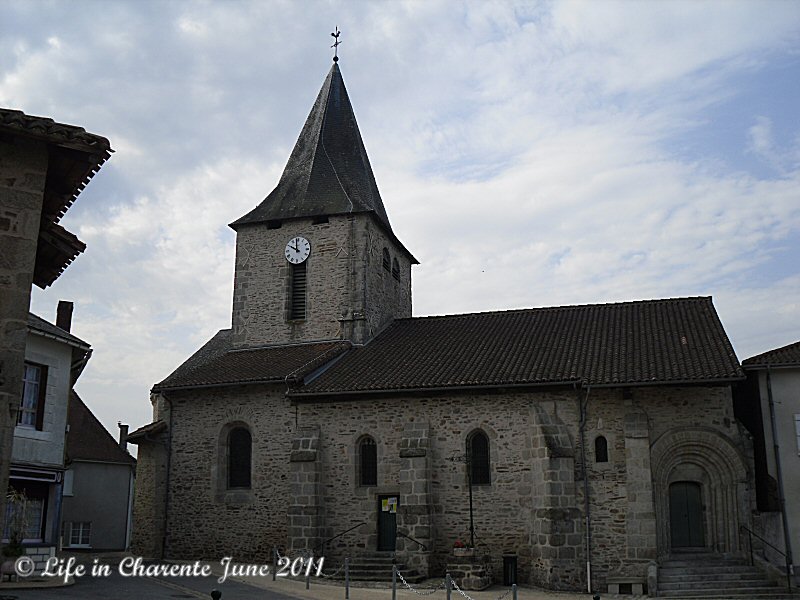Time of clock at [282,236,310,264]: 9:58
